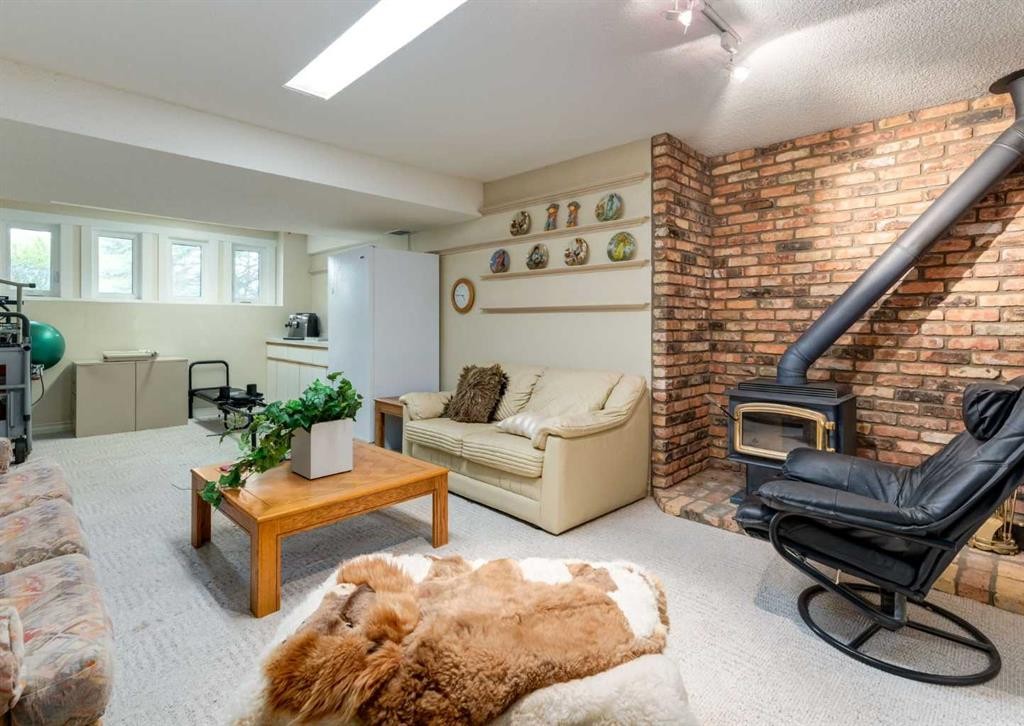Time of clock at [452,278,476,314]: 4:45
